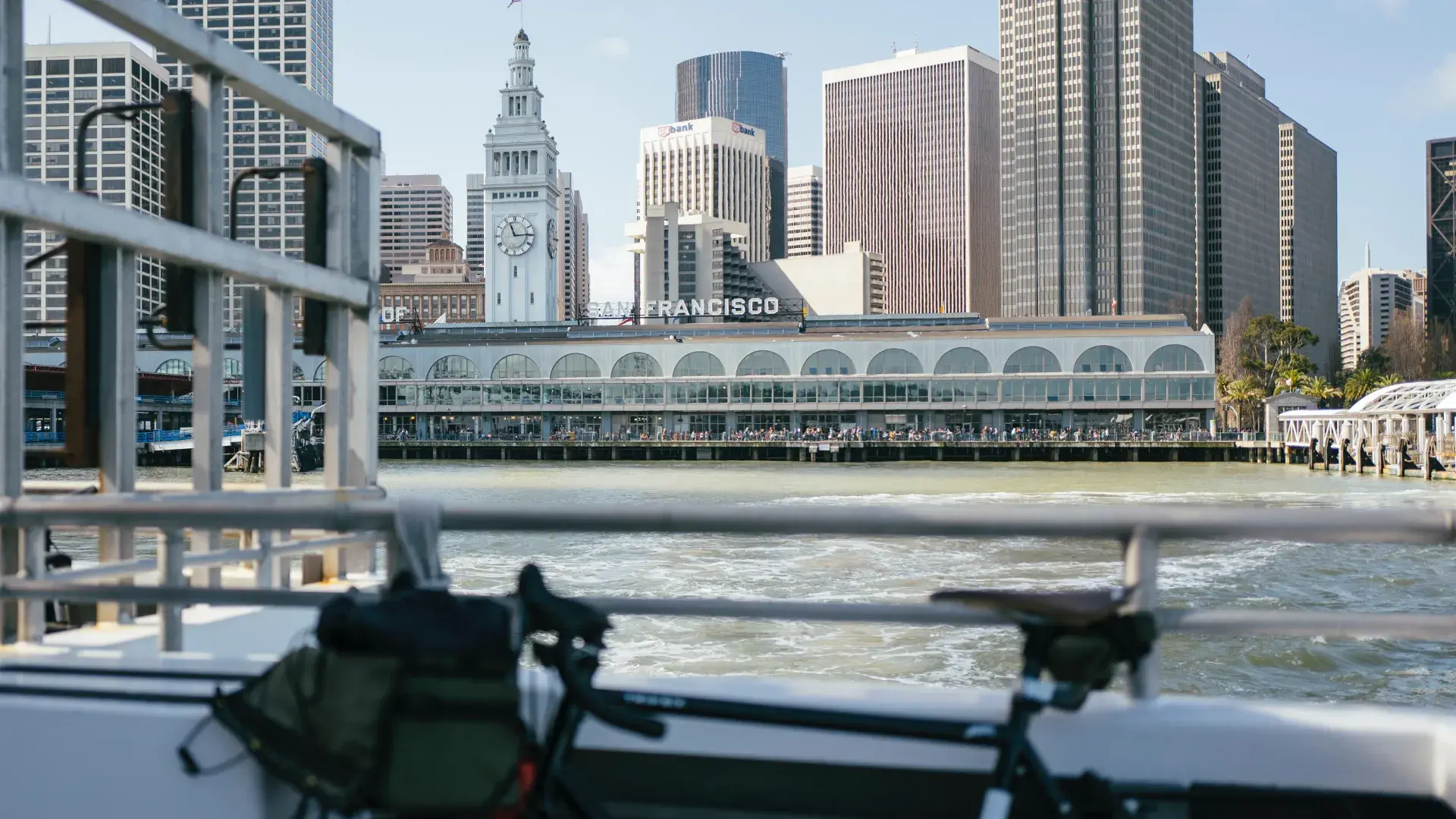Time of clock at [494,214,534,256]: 11:14
